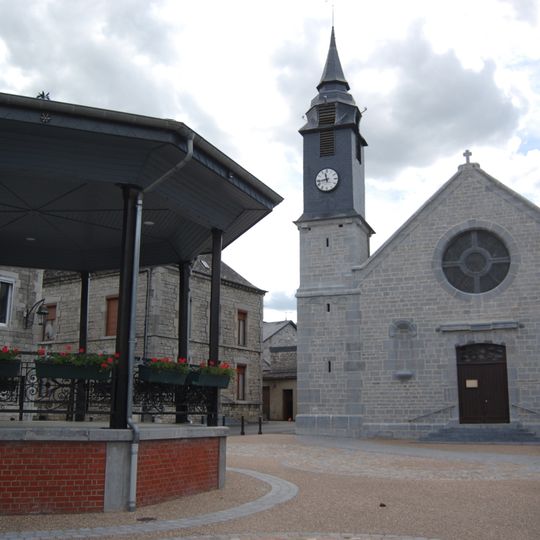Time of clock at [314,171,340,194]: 11:43
